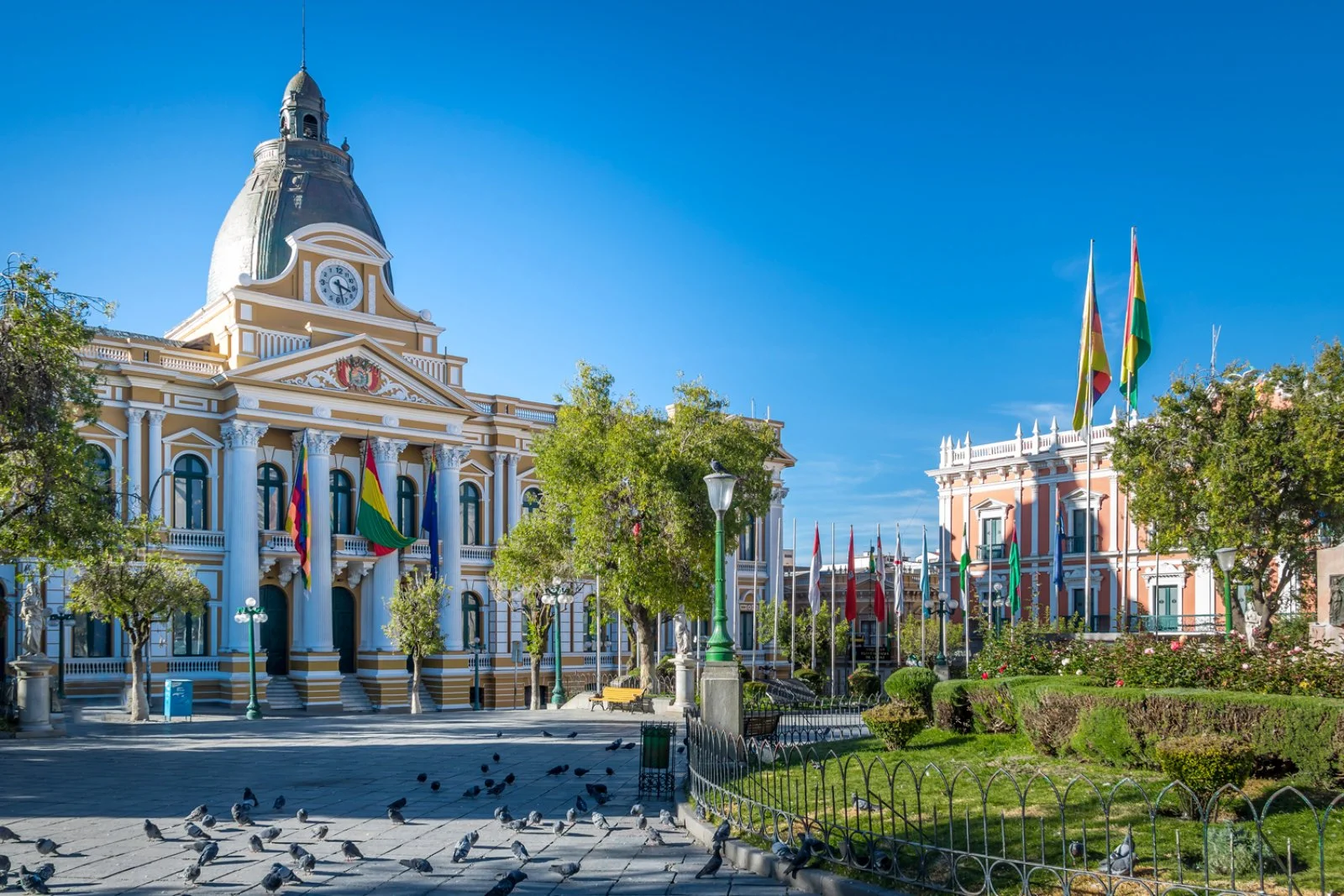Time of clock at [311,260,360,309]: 3:27
